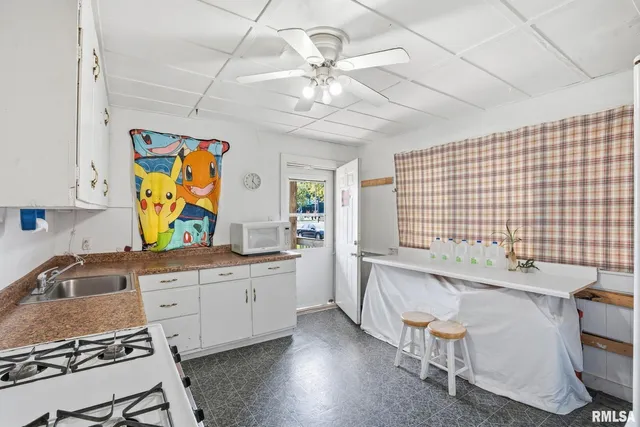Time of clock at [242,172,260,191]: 12:23
